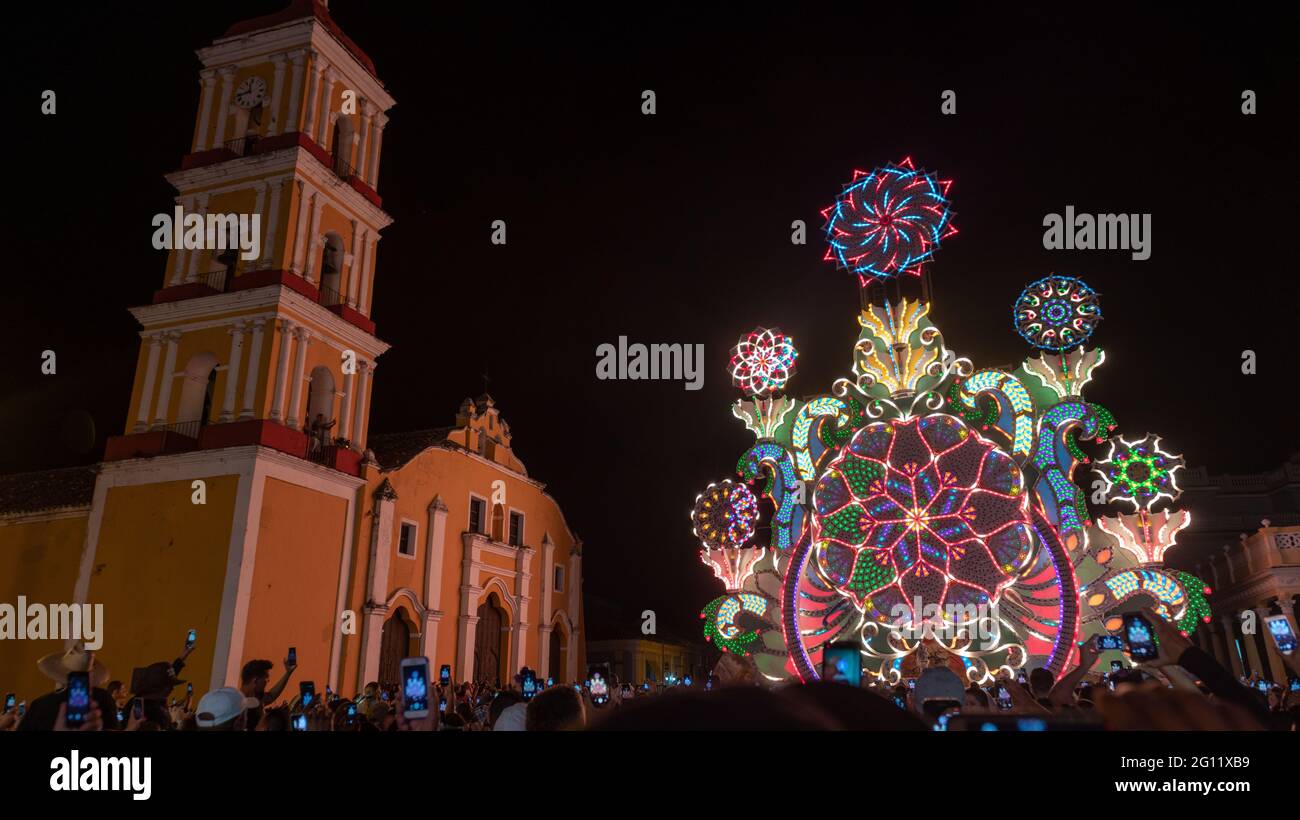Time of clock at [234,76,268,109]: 11:42
